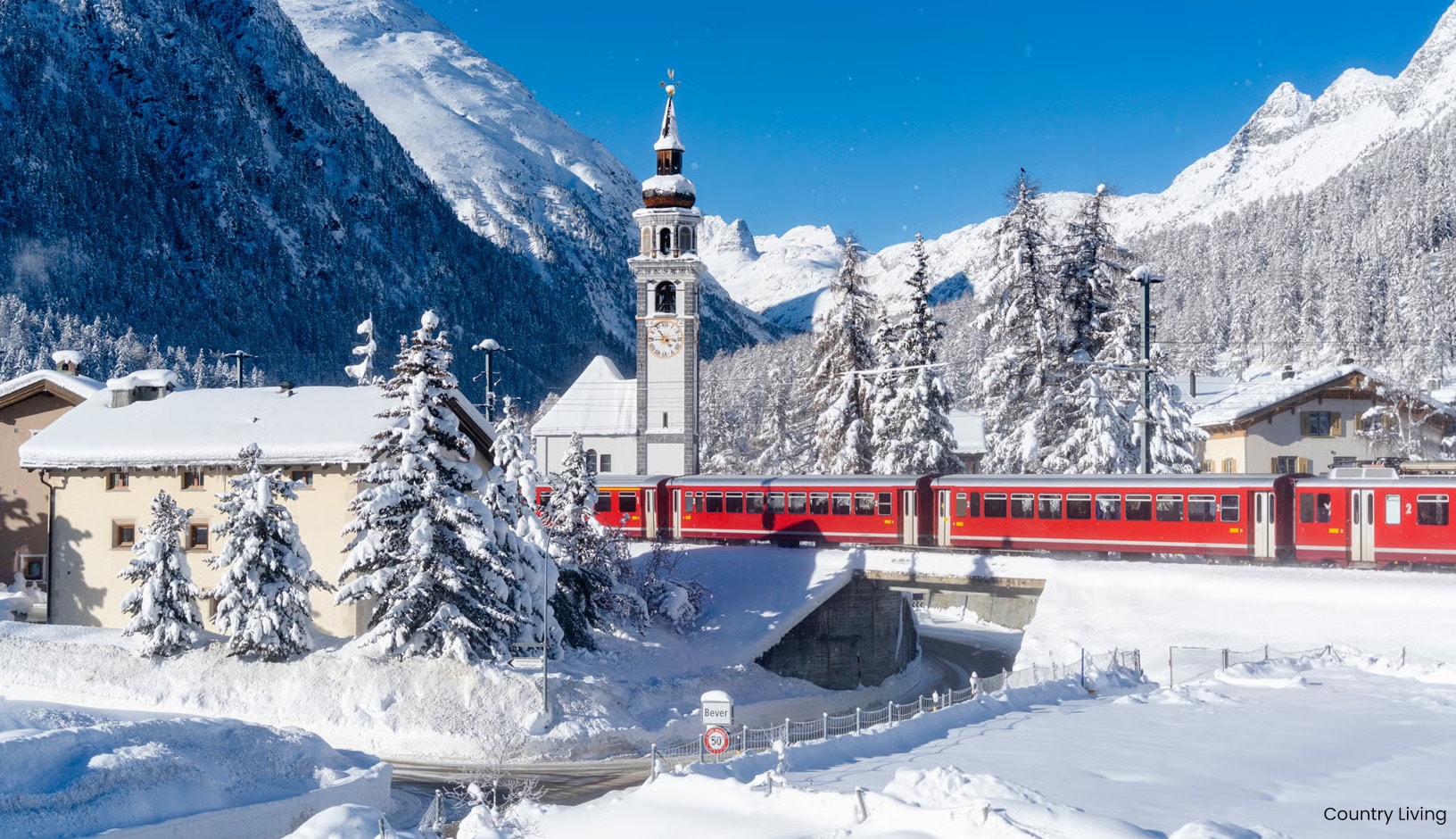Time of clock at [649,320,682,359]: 10:45
